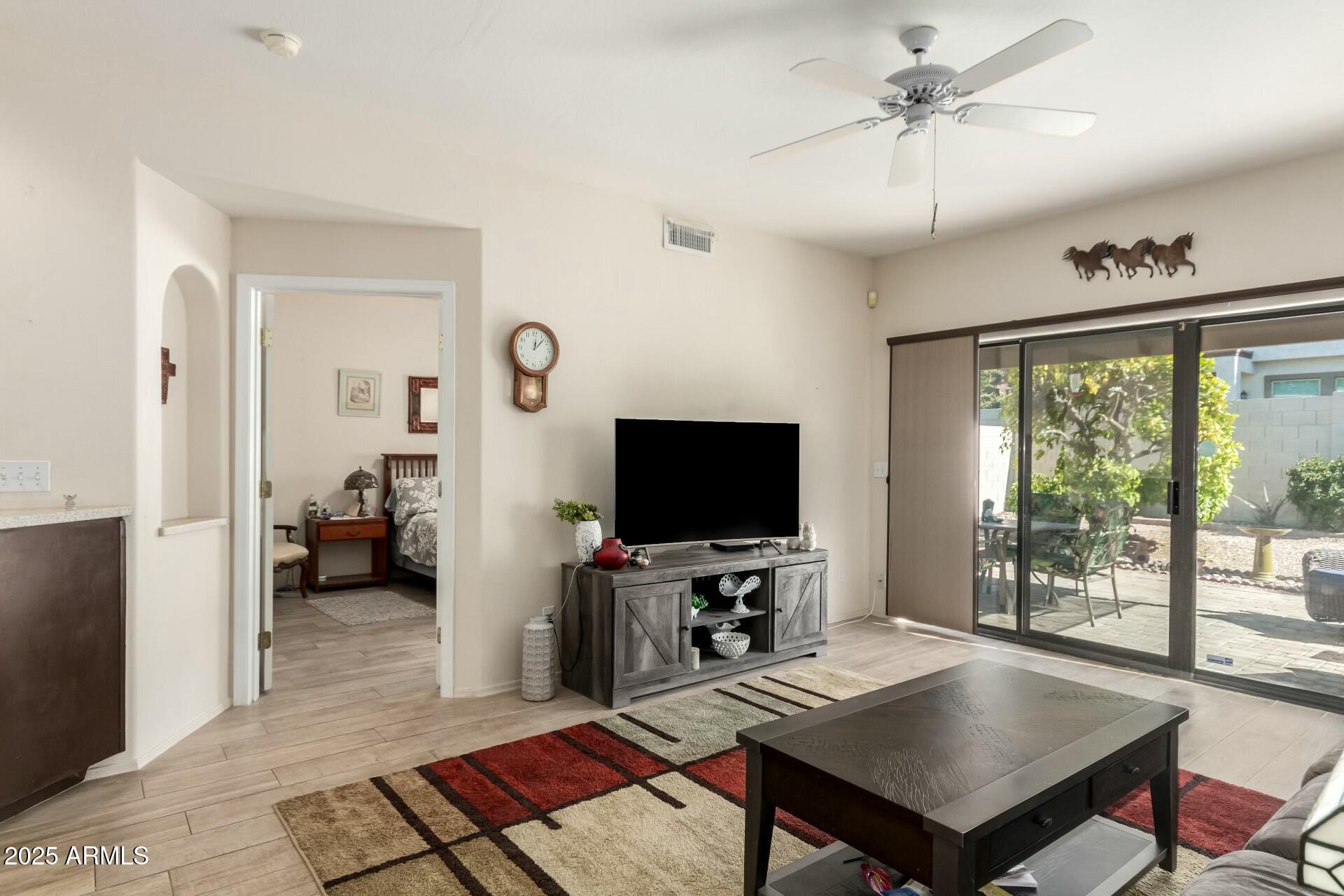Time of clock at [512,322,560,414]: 12:07
